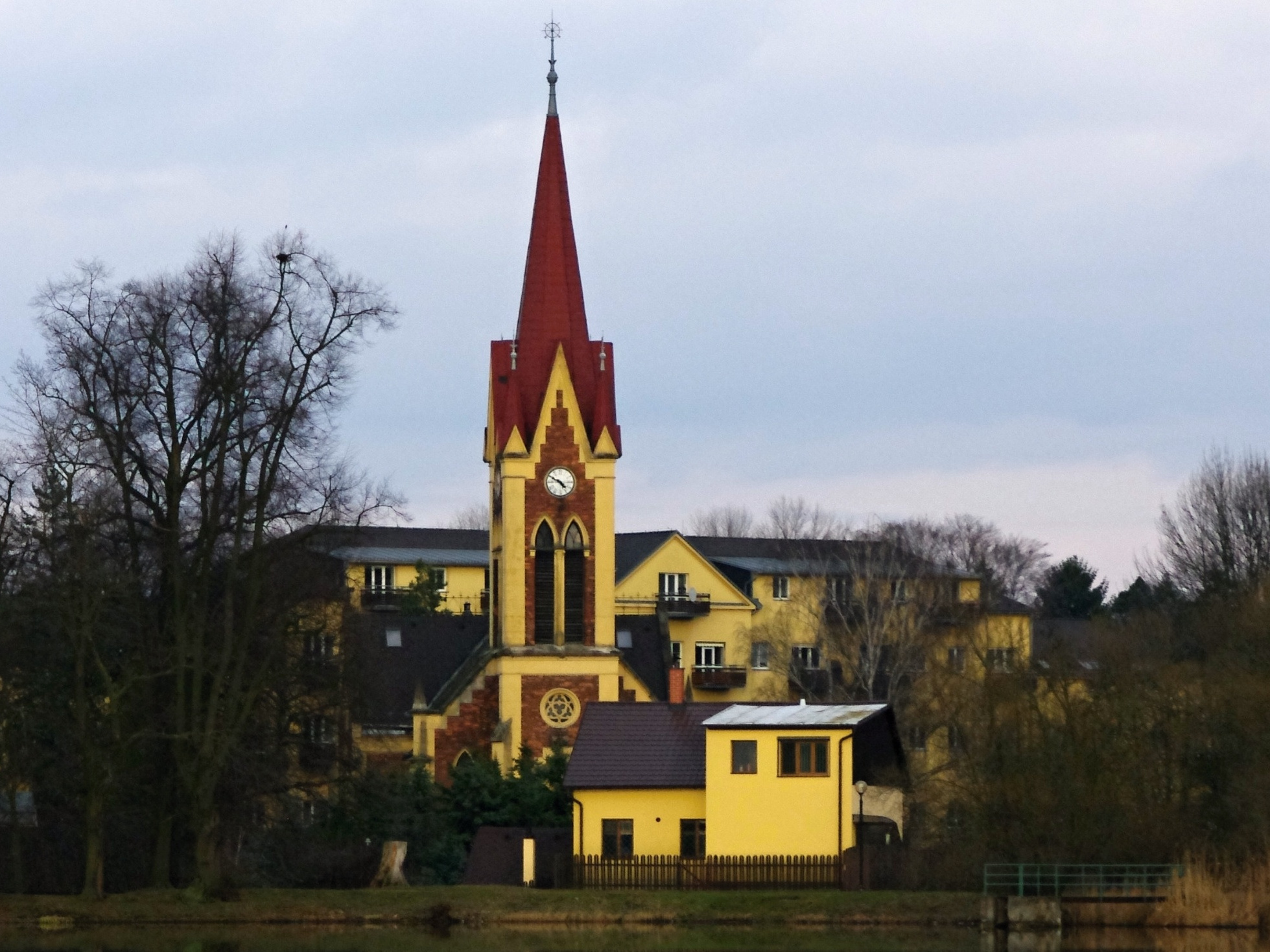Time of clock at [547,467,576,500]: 4:50
